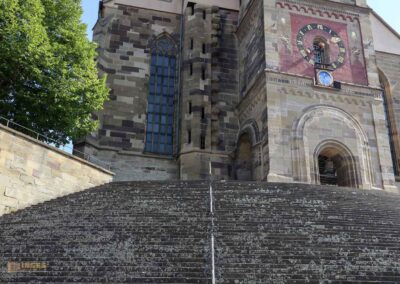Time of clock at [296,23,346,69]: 7:30
